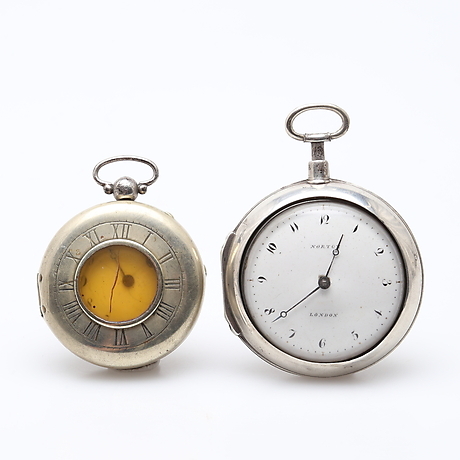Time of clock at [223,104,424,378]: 12:38
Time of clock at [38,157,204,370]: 11:32
